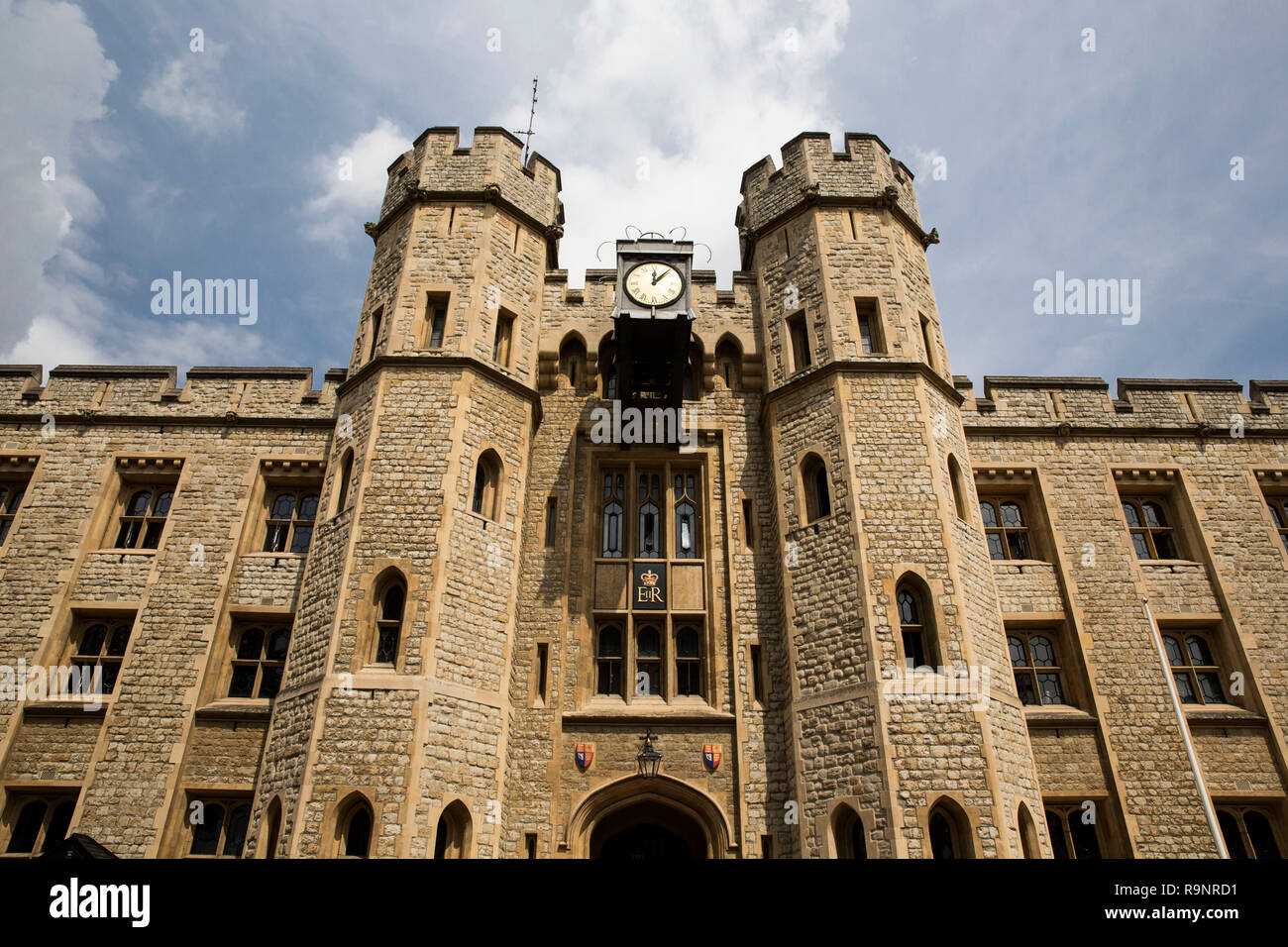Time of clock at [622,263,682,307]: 12:07
